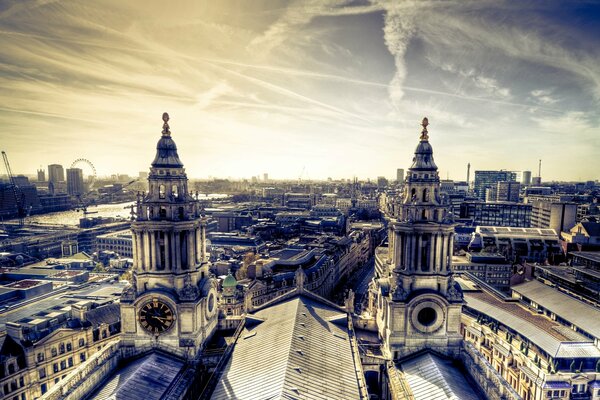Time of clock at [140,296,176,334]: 4:16
